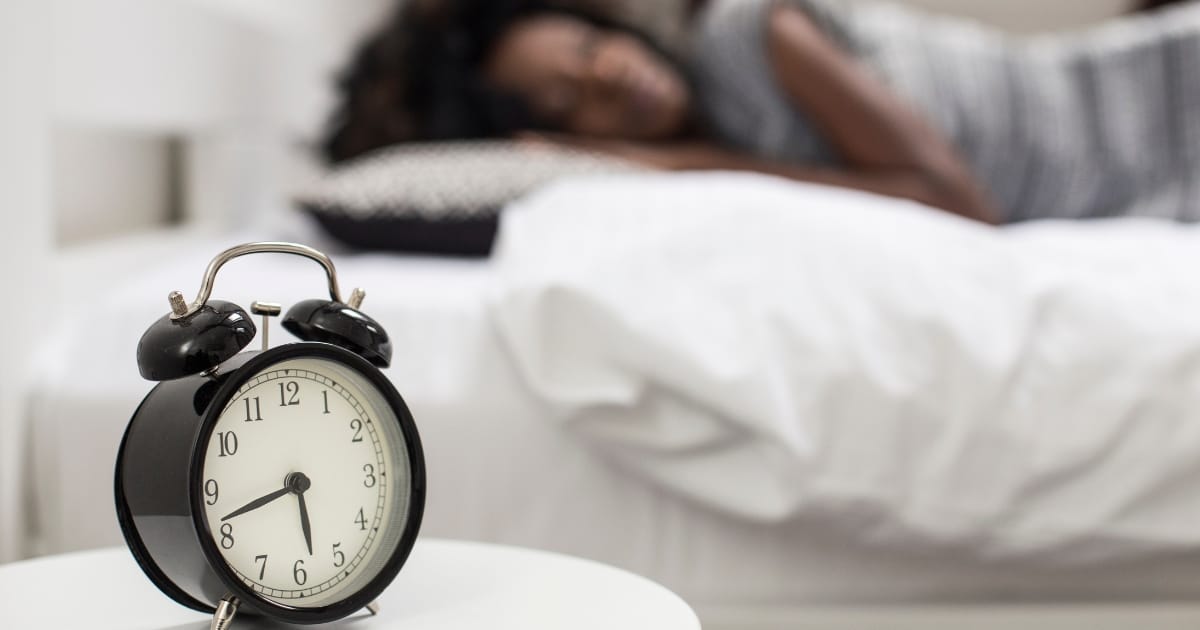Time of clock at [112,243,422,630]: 5:42
